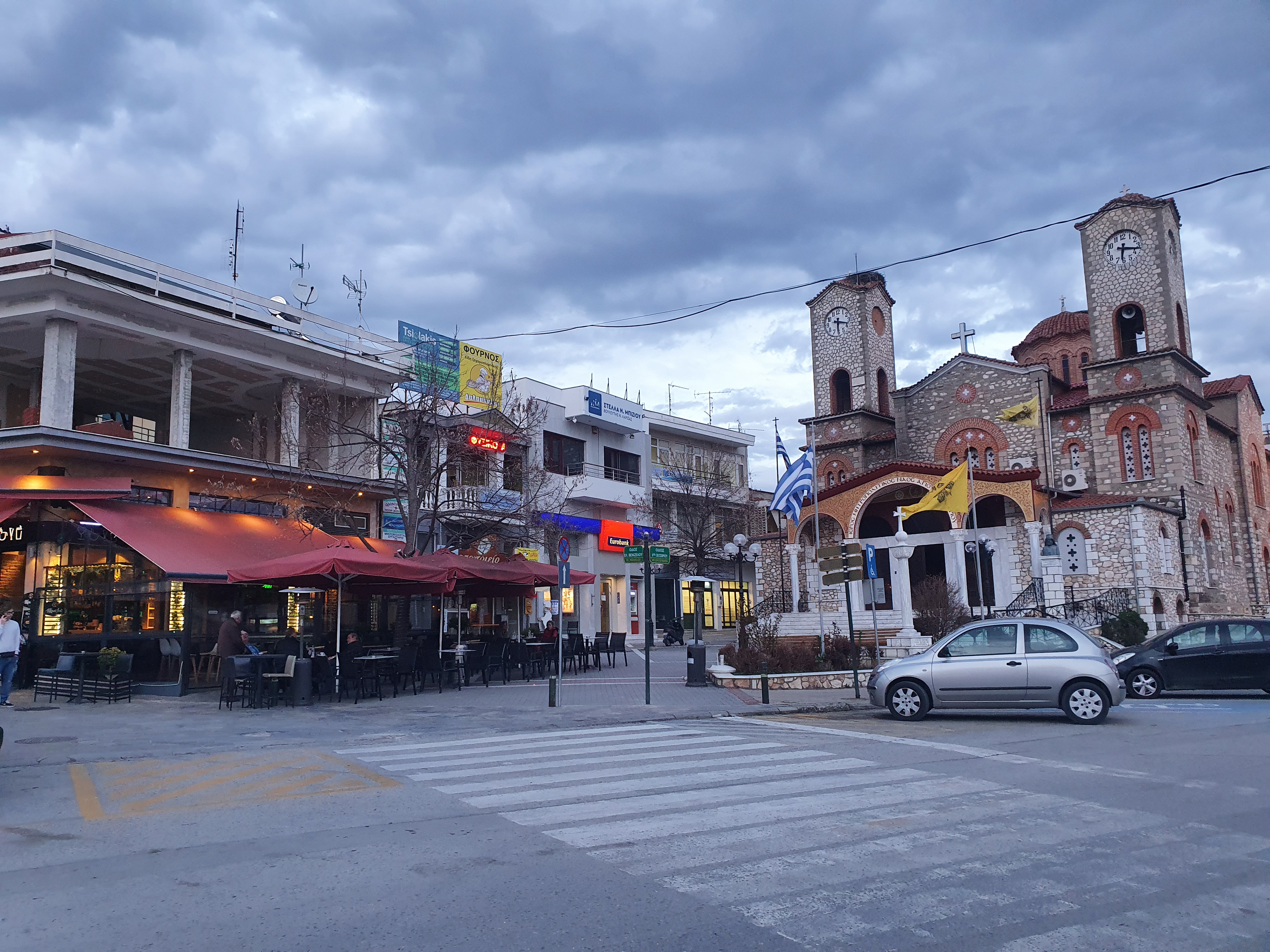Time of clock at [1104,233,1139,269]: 6:17
